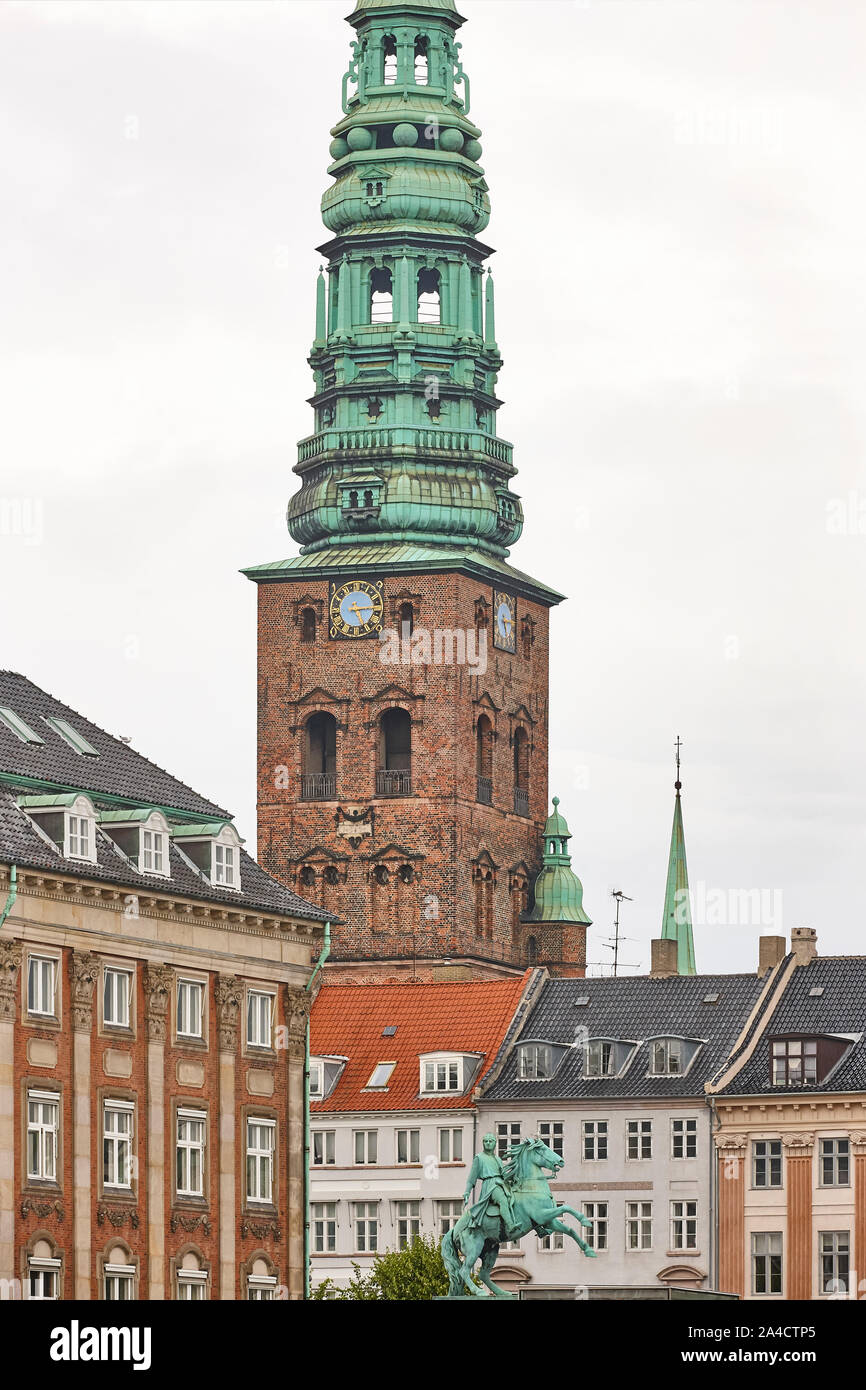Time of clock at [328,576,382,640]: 5:14
